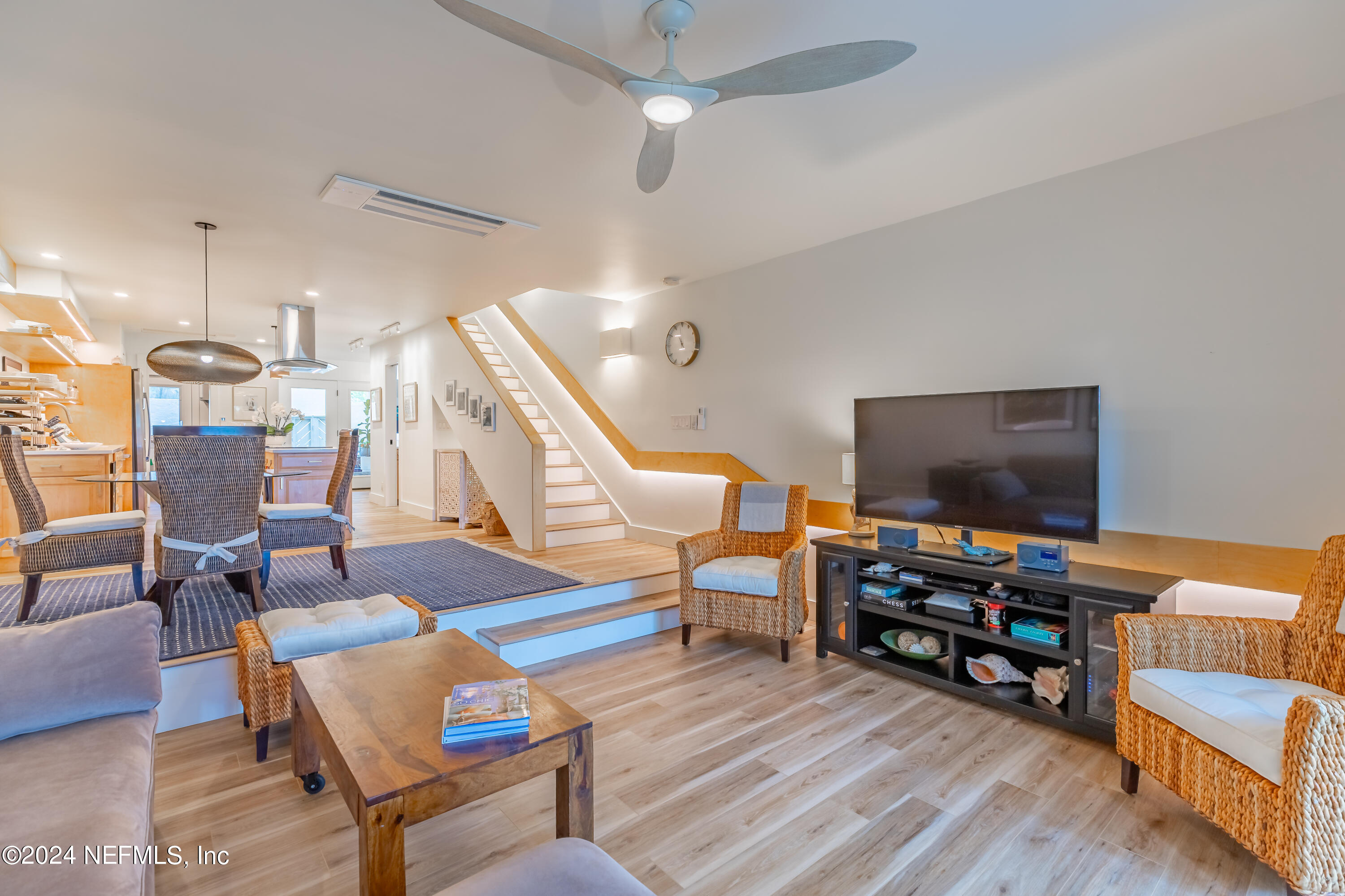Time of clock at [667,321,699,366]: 10:58
